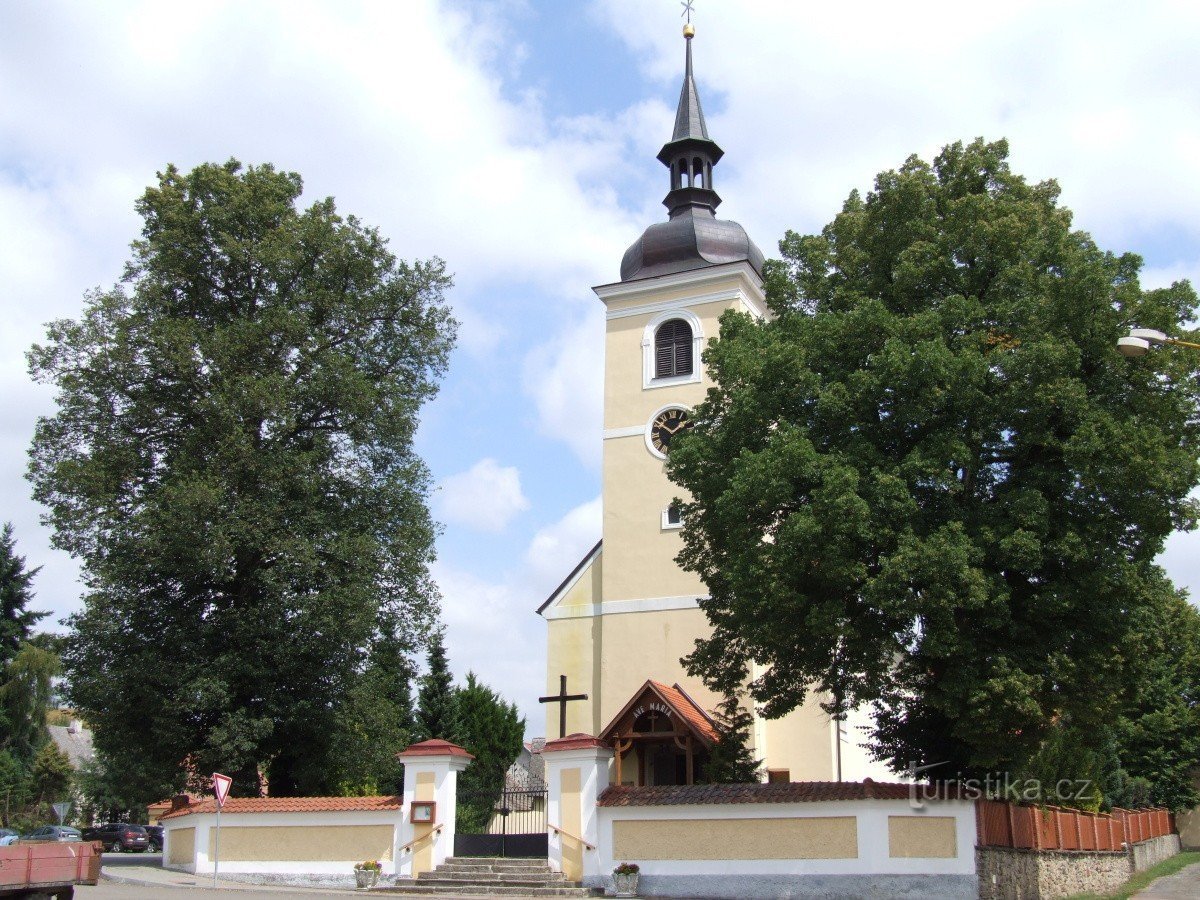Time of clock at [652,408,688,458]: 1:50
